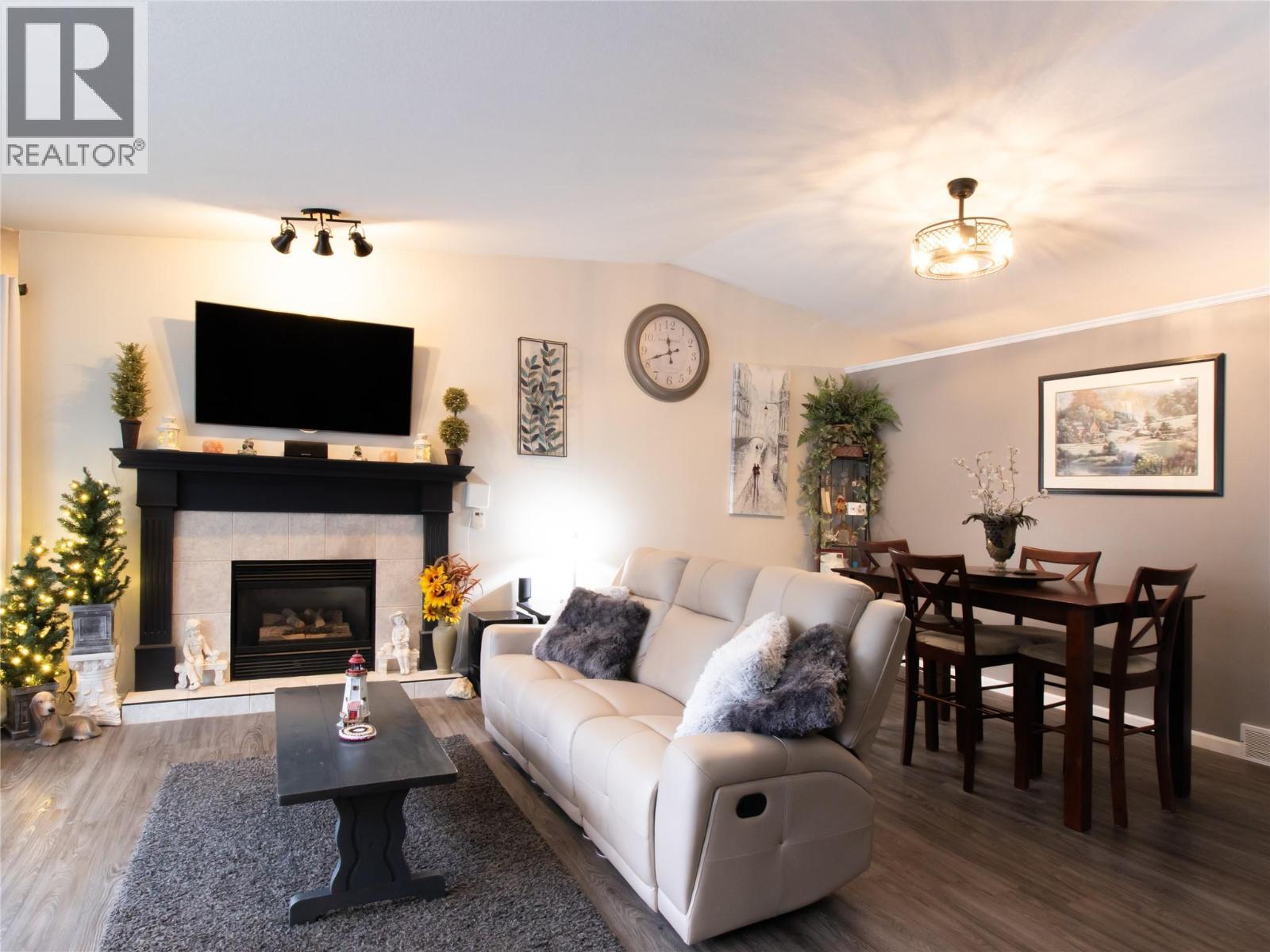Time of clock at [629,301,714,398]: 11:41
